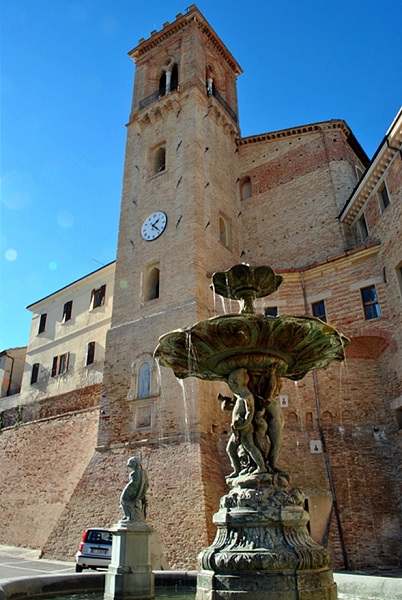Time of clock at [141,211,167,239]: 1:22
